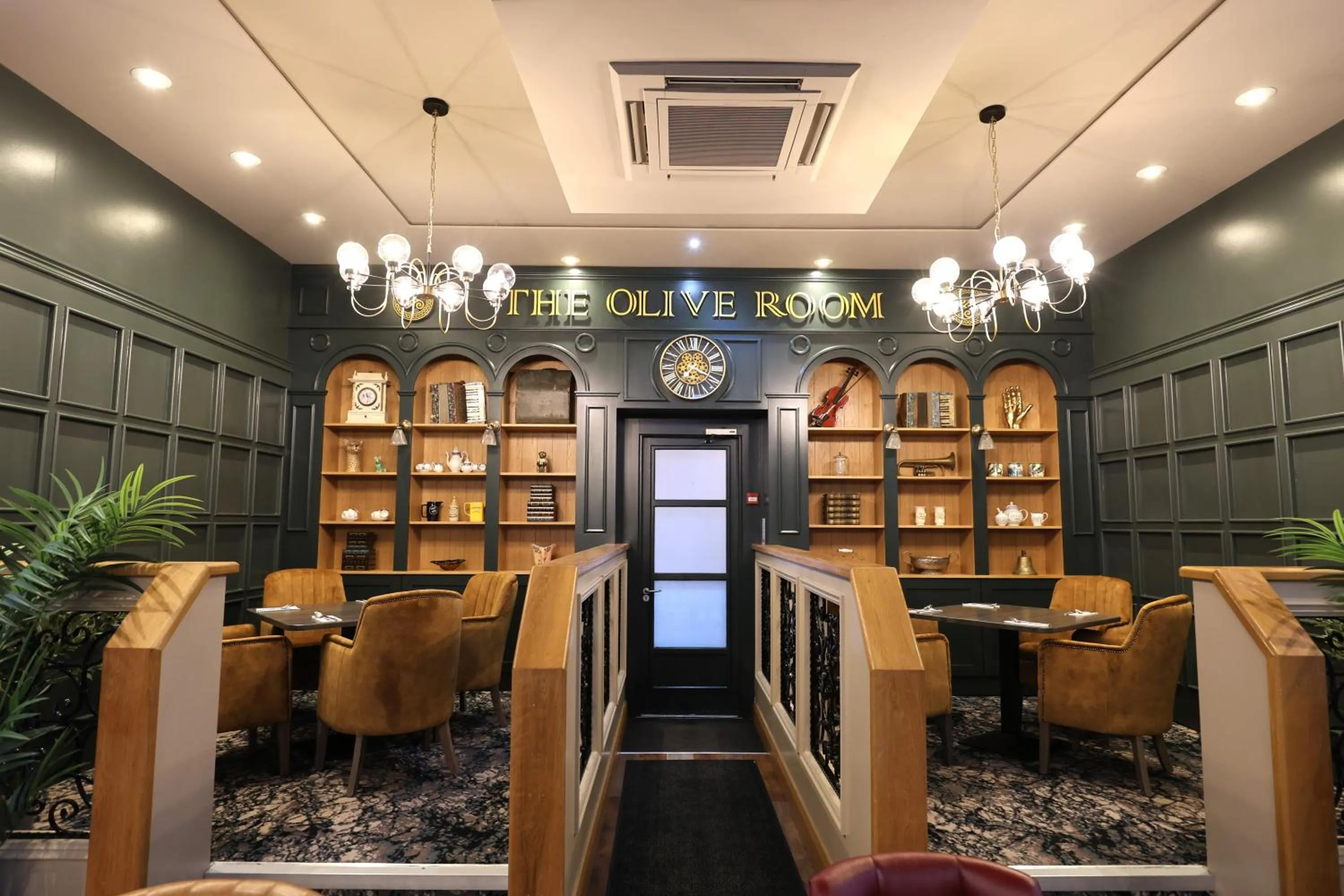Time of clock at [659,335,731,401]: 7:18
